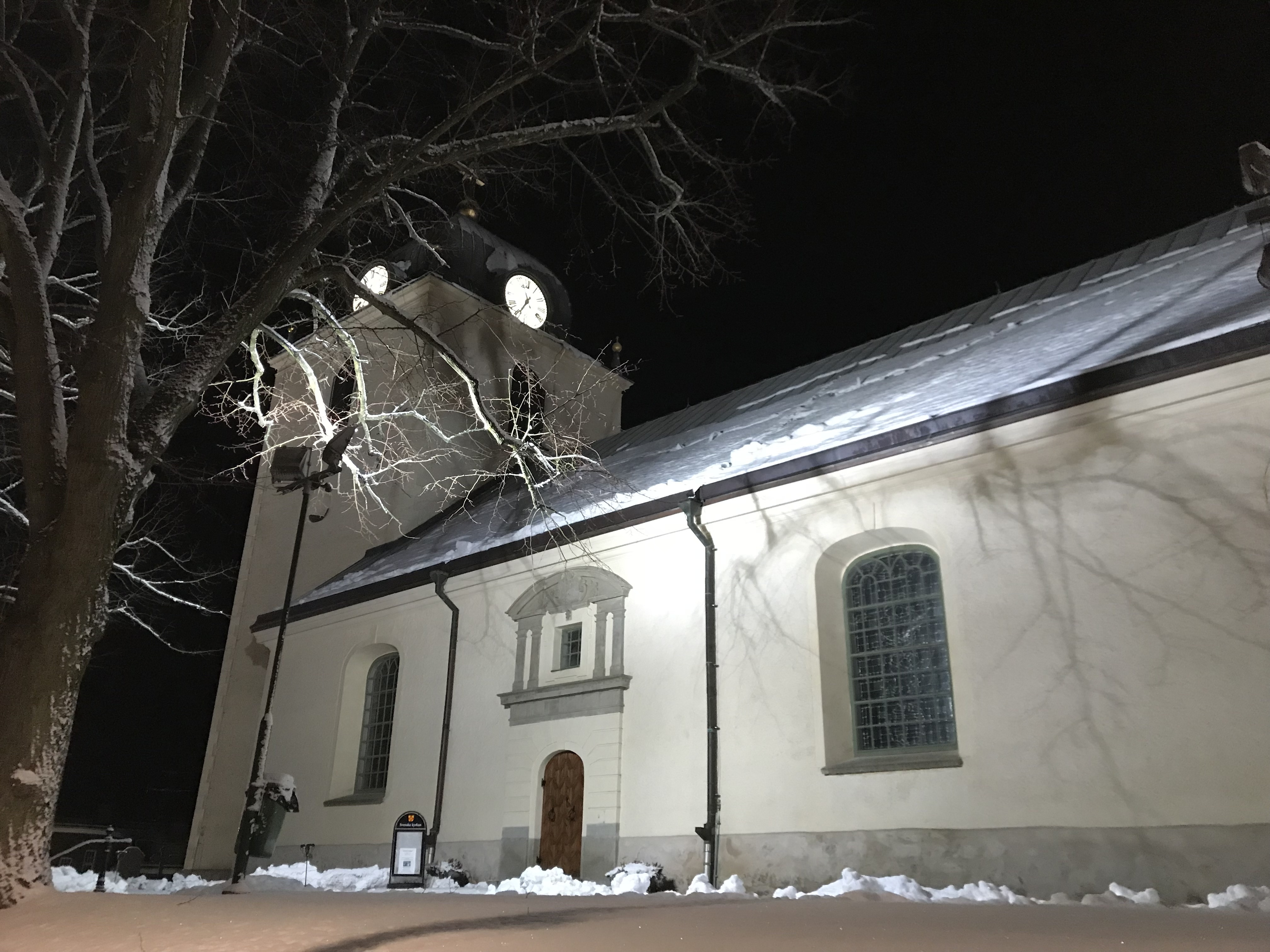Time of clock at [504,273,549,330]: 11:34
